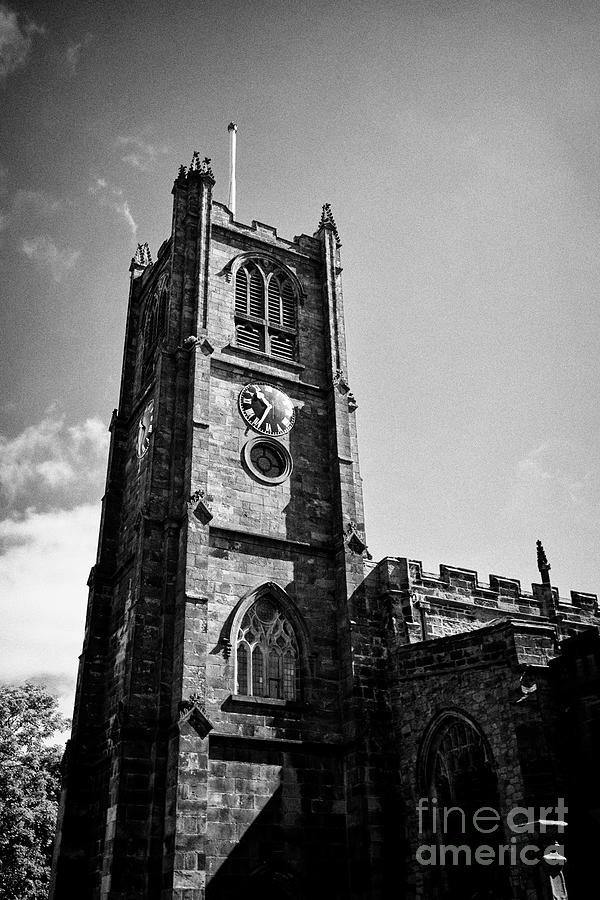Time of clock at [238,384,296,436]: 10:34
